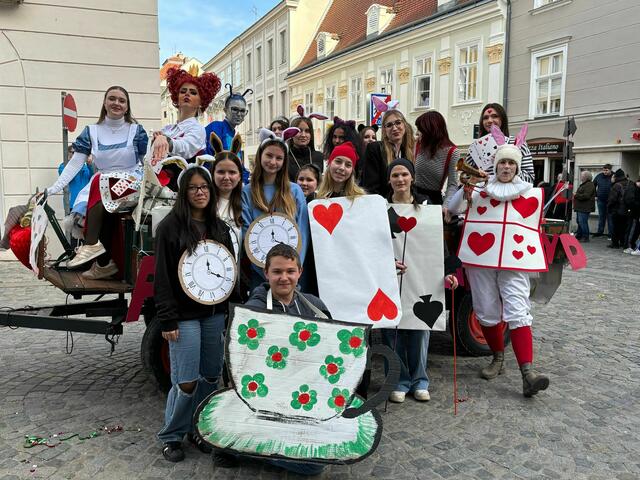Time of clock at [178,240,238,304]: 12:19
